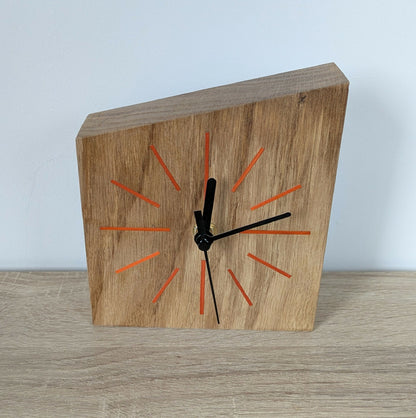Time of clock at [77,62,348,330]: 12:13
